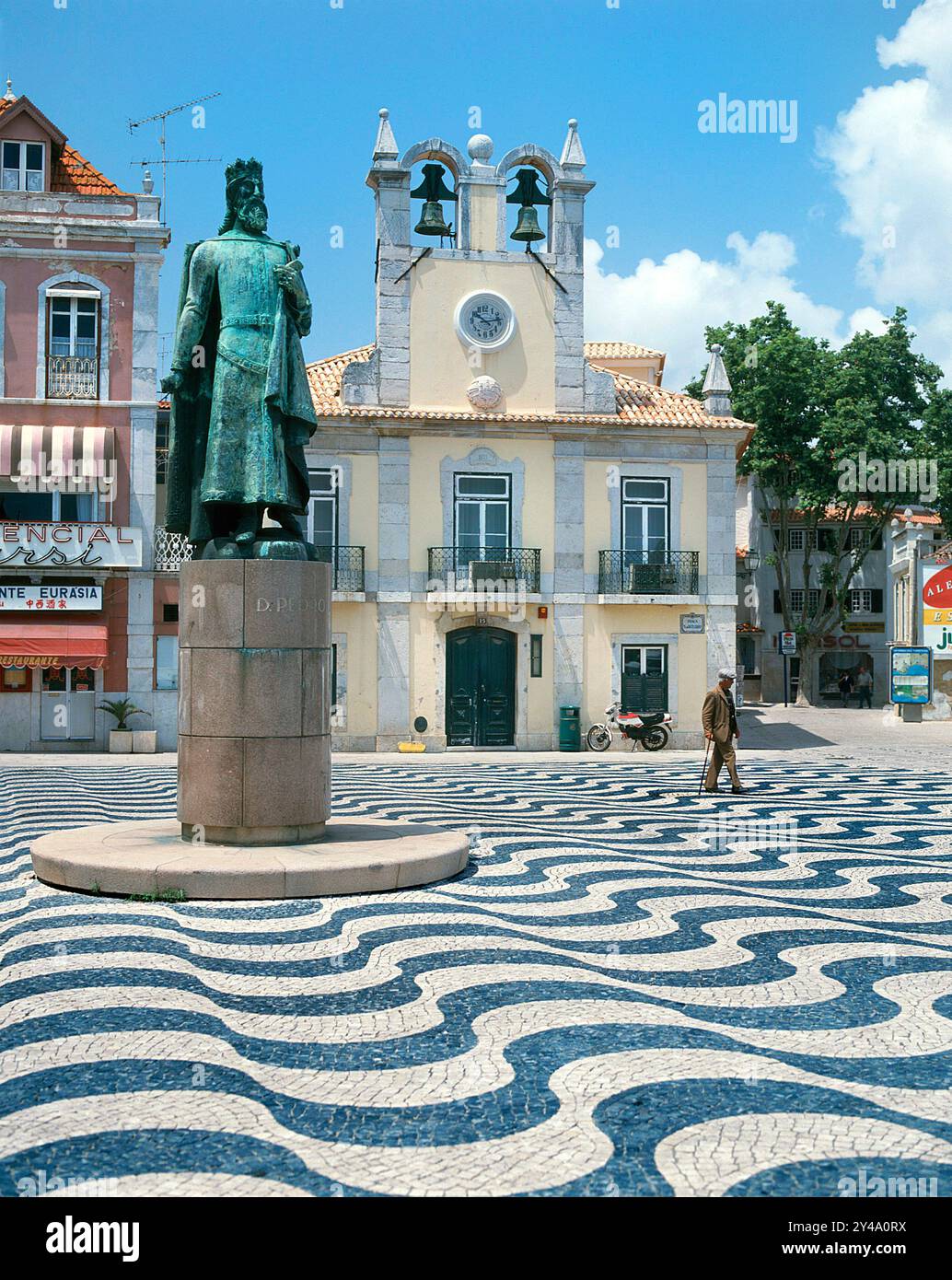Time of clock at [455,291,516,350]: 10:13
